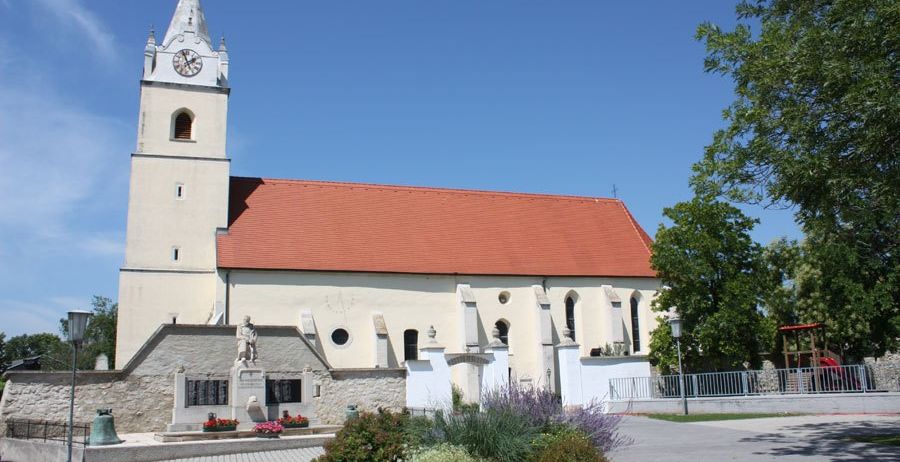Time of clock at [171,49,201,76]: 1:56
